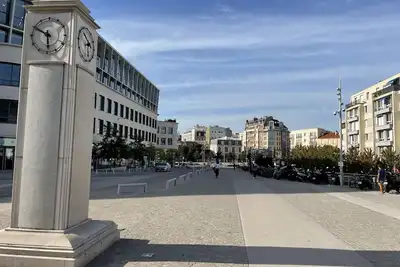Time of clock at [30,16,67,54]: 5:49
